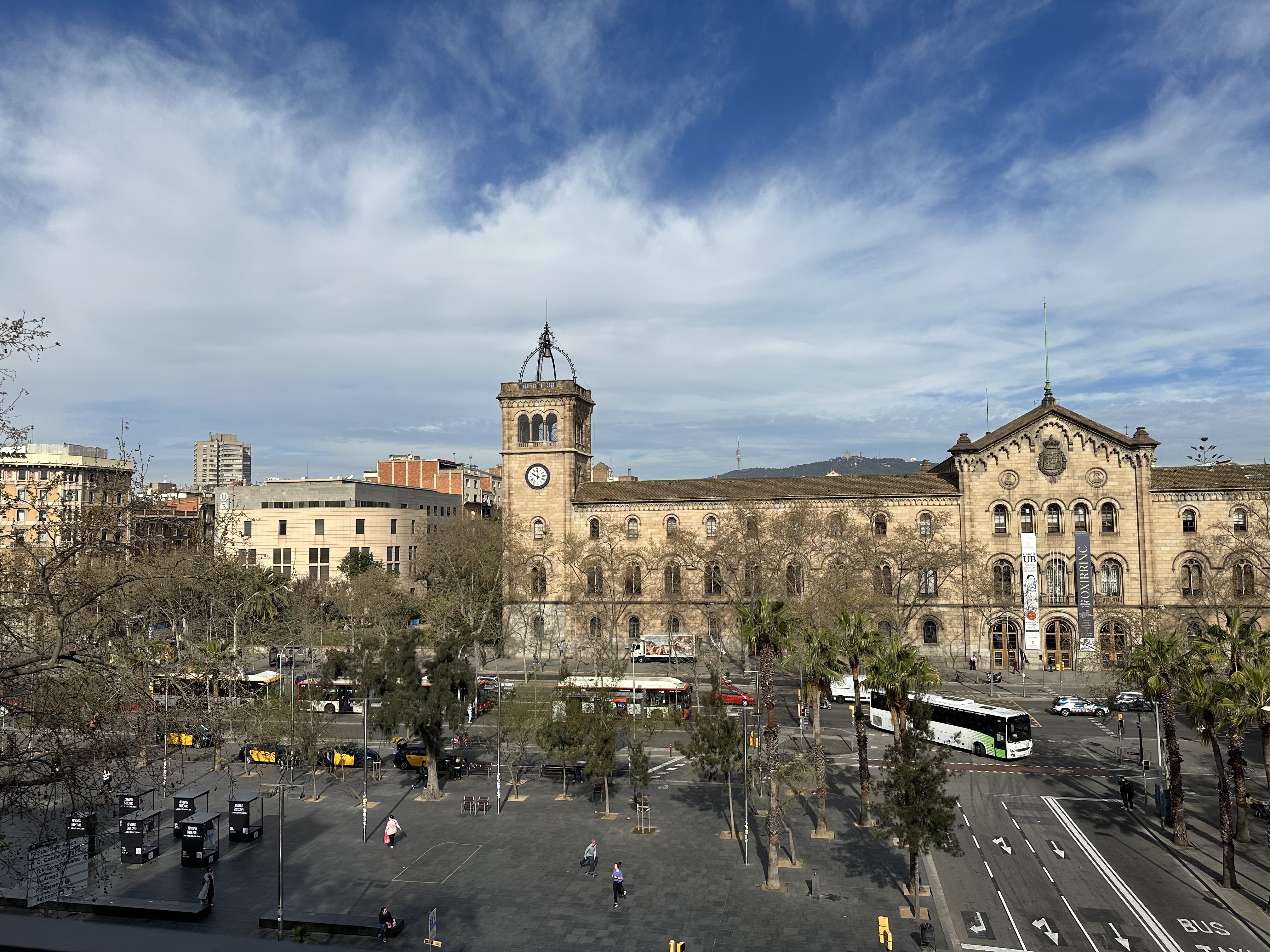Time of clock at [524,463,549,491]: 9:59
